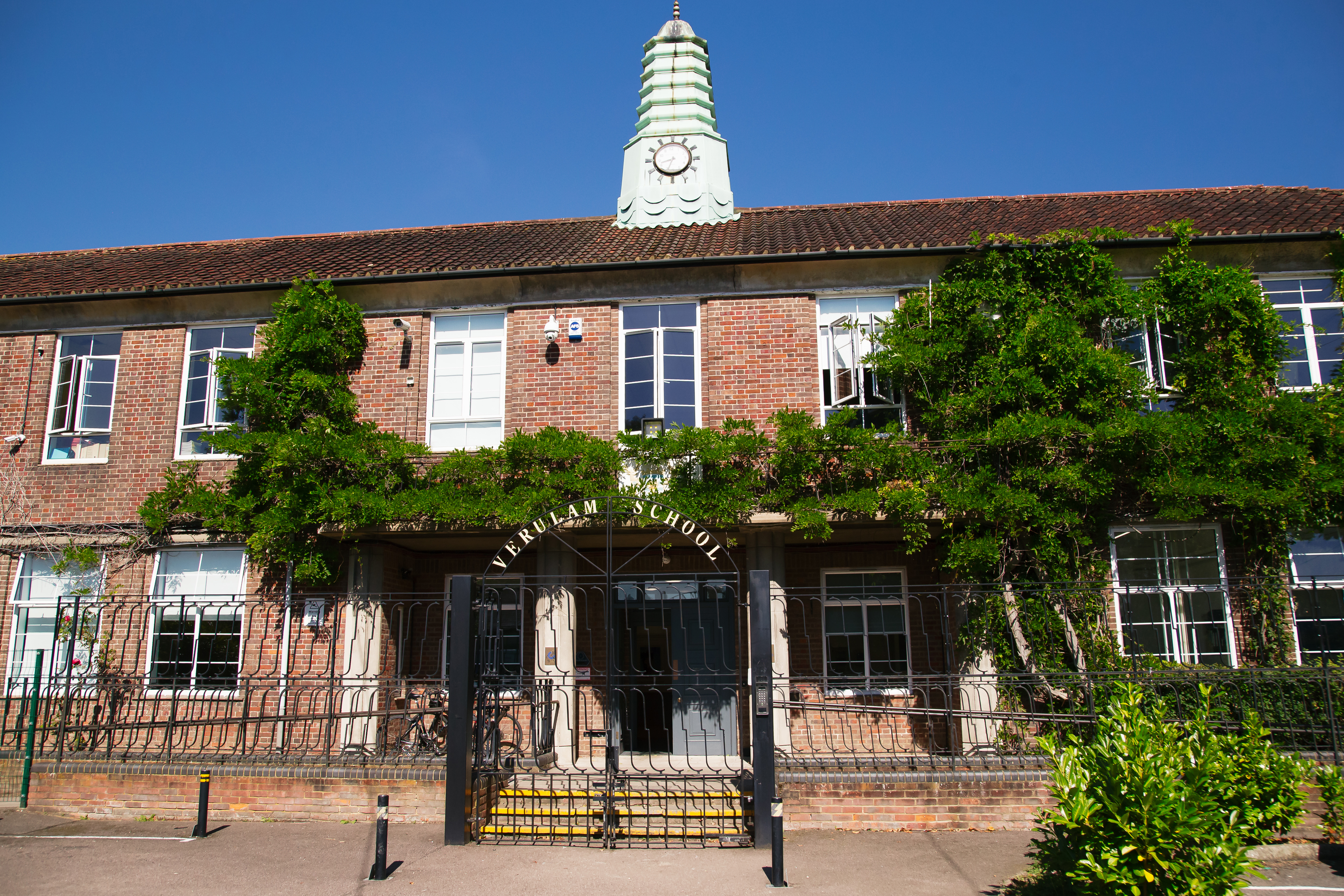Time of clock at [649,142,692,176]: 8:33
